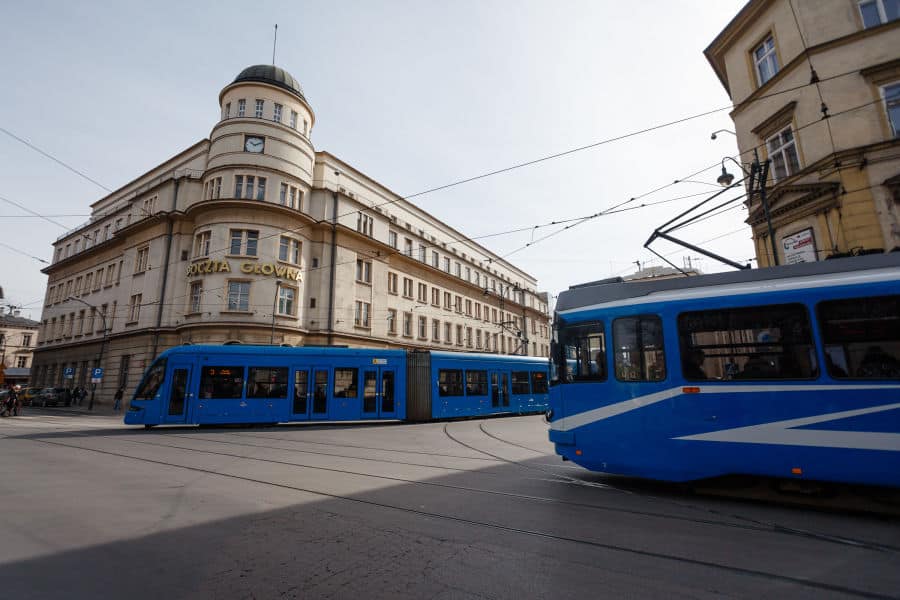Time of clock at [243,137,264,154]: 10:11
